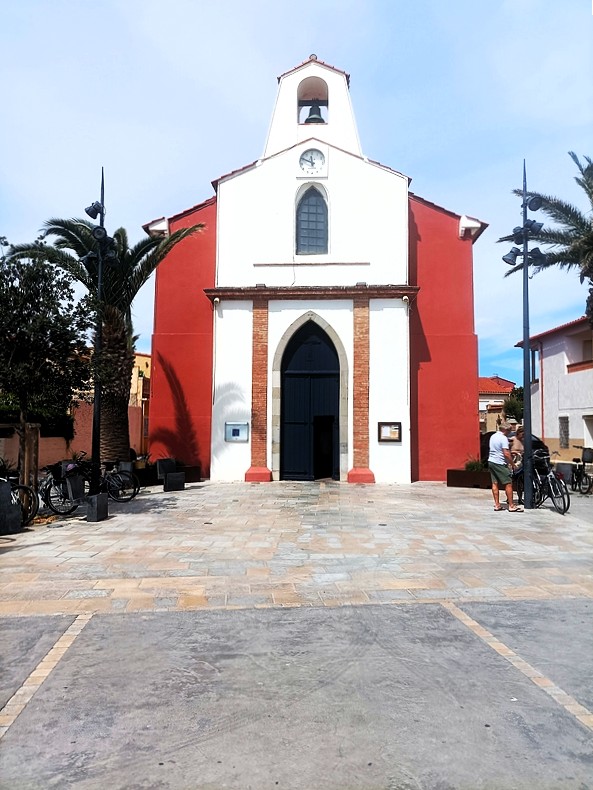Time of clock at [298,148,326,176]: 11:49
